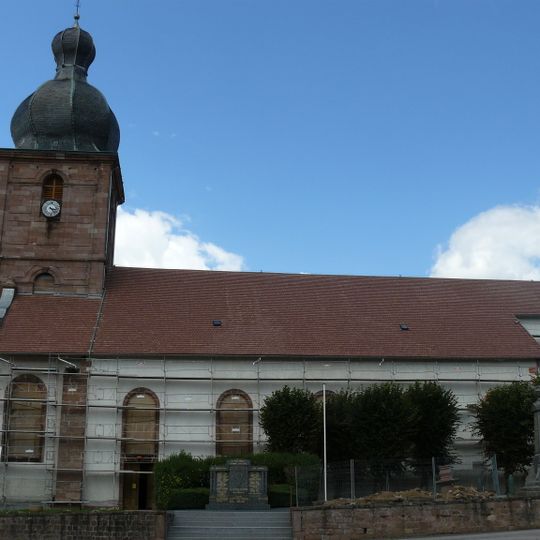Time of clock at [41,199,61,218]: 3:23
